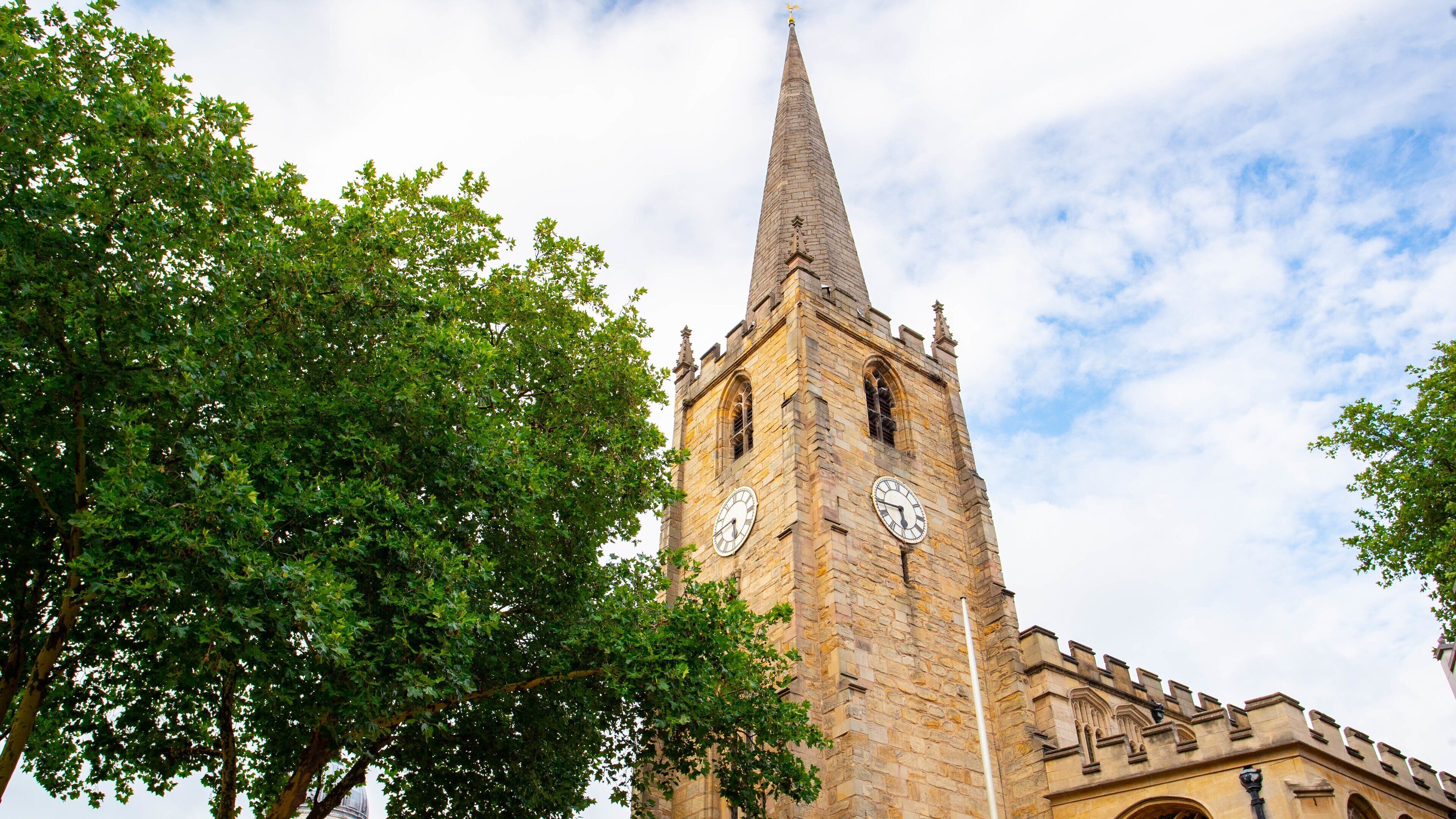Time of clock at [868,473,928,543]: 5:44
